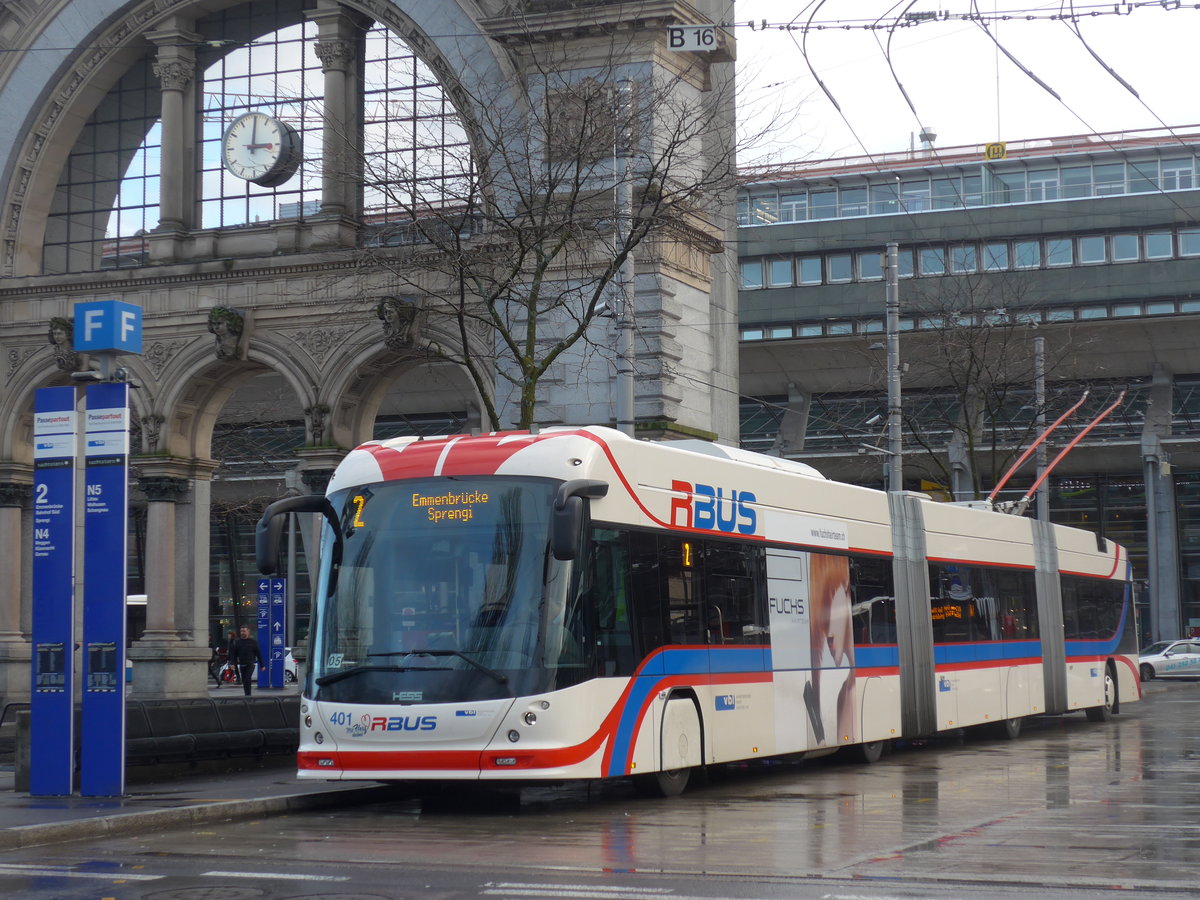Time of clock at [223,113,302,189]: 3:00
